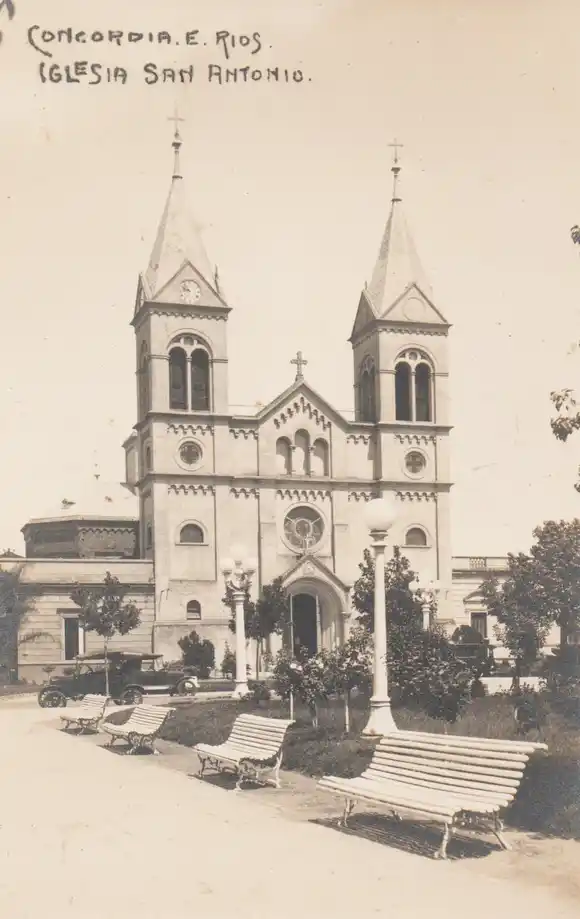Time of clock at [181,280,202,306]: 9:53
